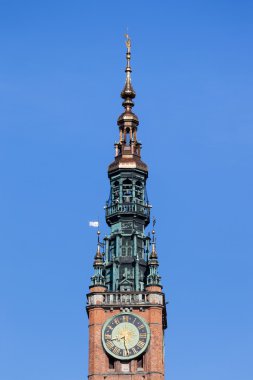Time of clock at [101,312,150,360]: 8:27
